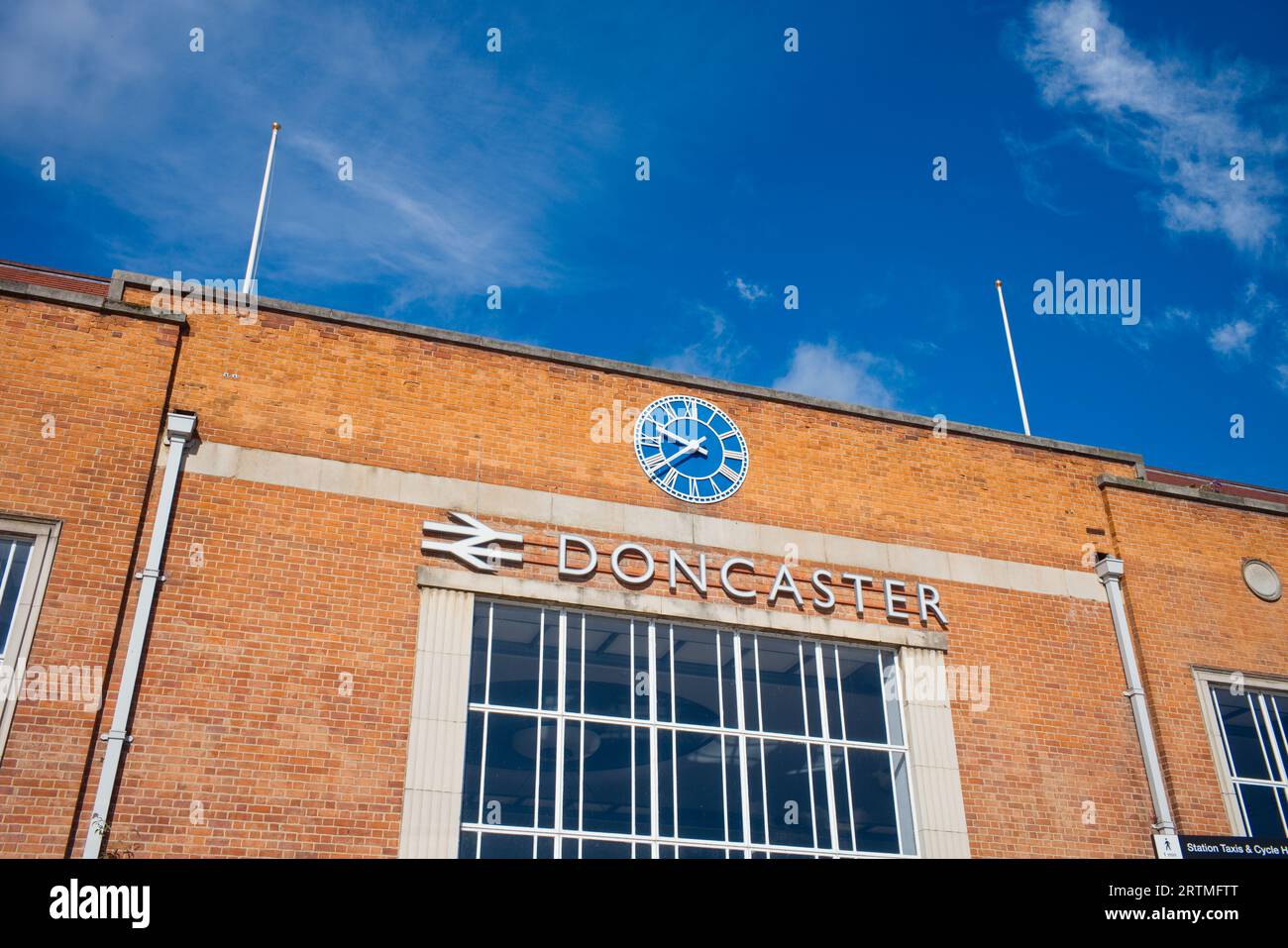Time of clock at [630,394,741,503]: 9:38
